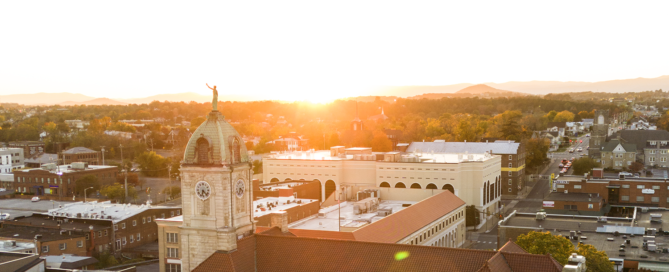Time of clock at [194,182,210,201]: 6:22
